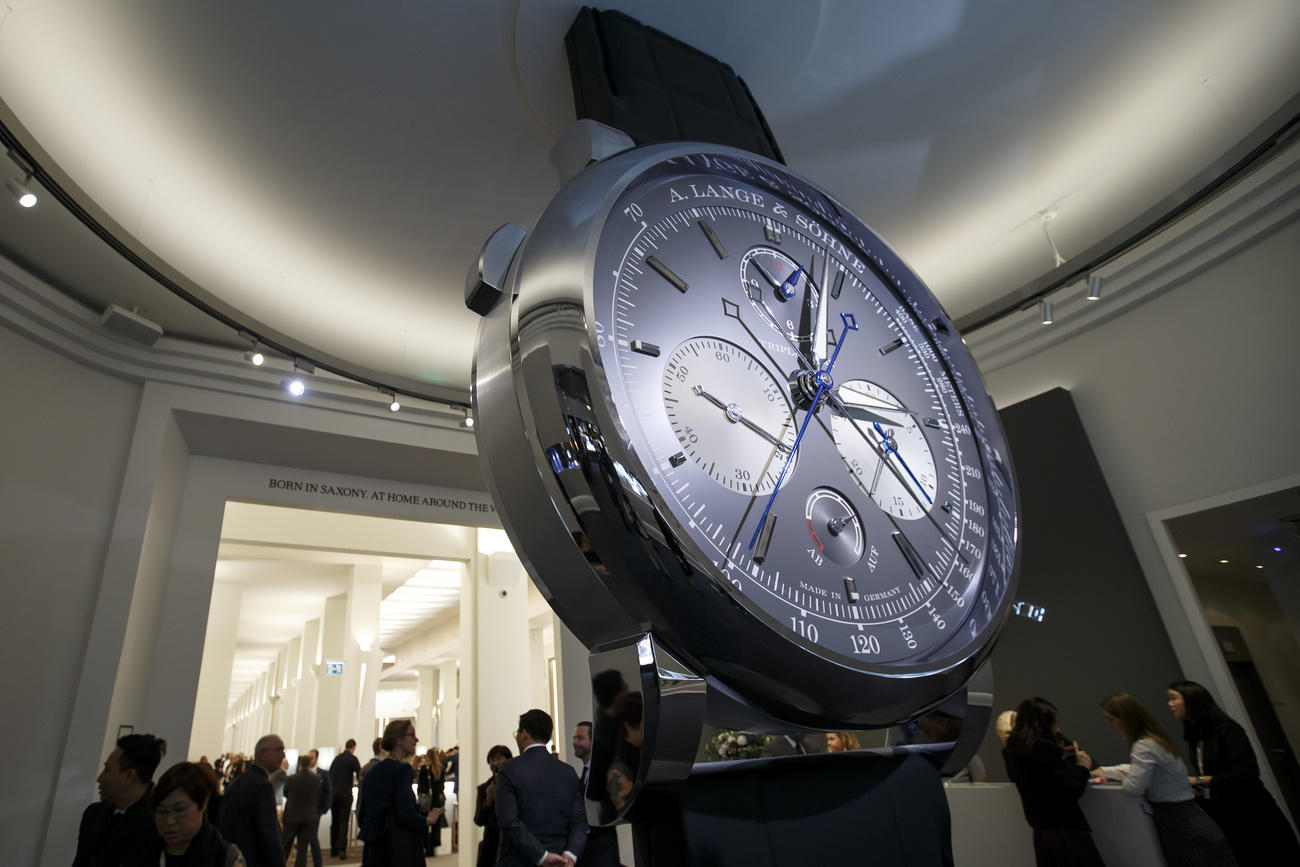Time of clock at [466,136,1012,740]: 3:02
